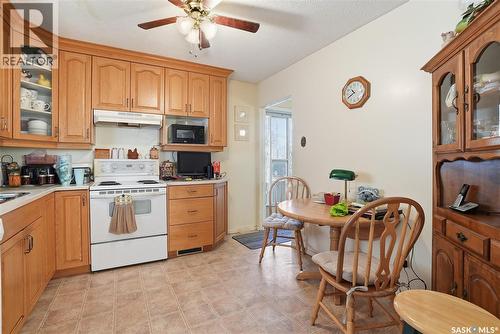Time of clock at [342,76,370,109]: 10:39
